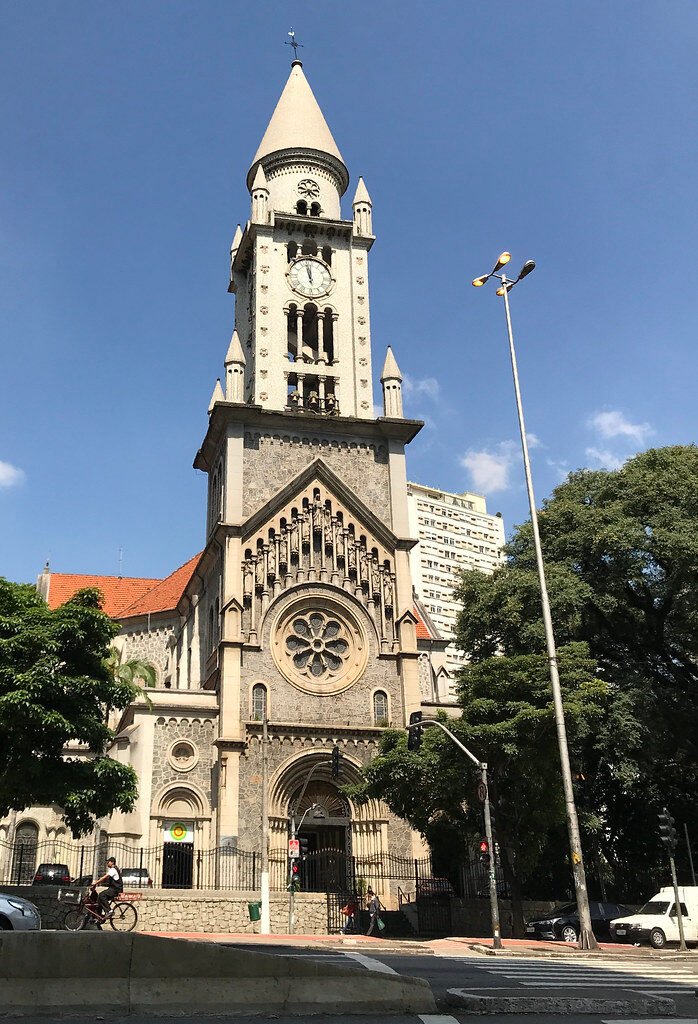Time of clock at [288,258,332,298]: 11:57
